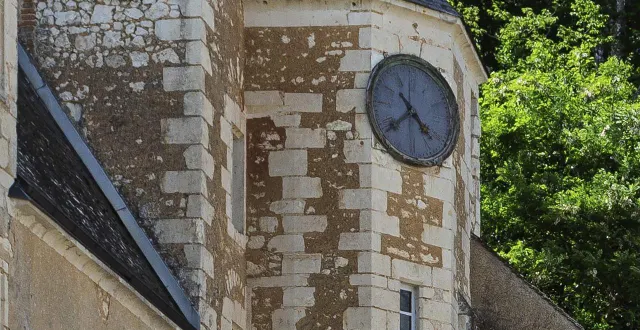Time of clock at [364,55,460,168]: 4:38
